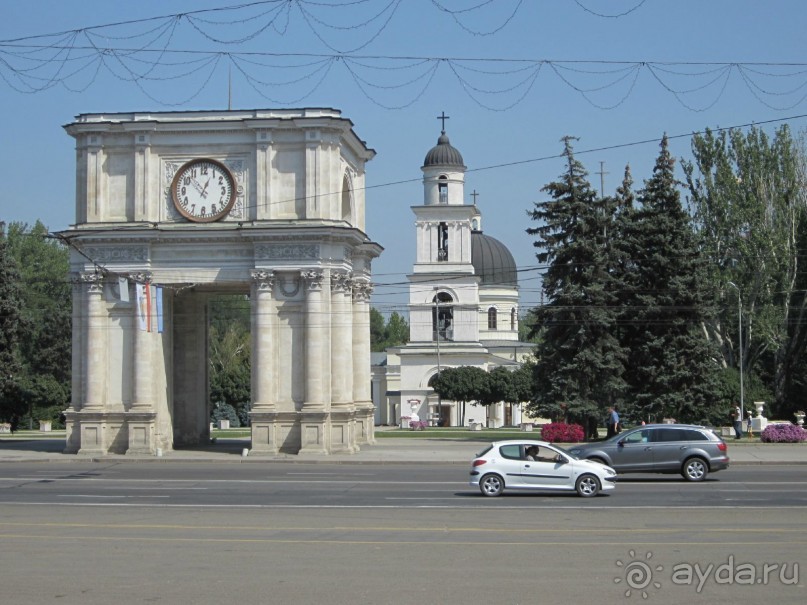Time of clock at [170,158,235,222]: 12:52
